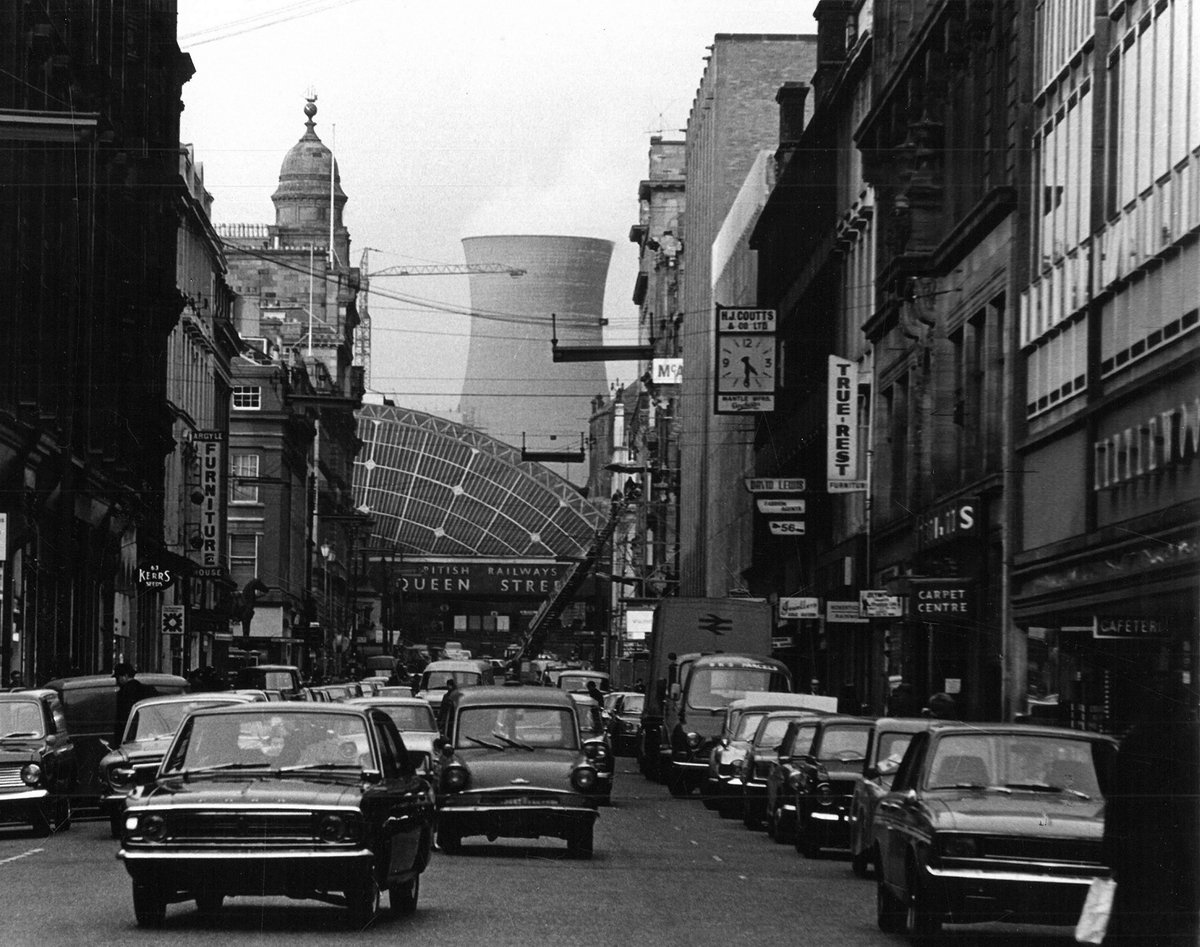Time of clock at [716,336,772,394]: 4:30
